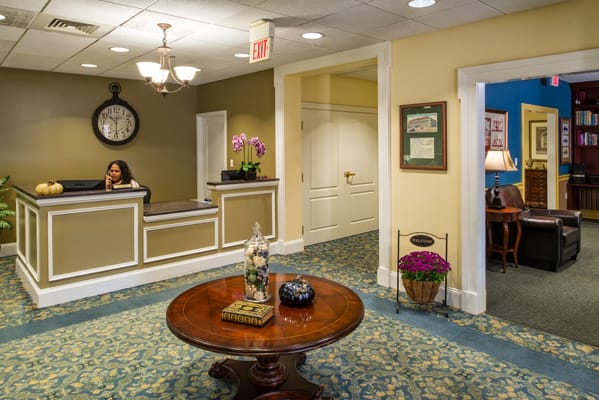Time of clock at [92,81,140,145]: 10:30
